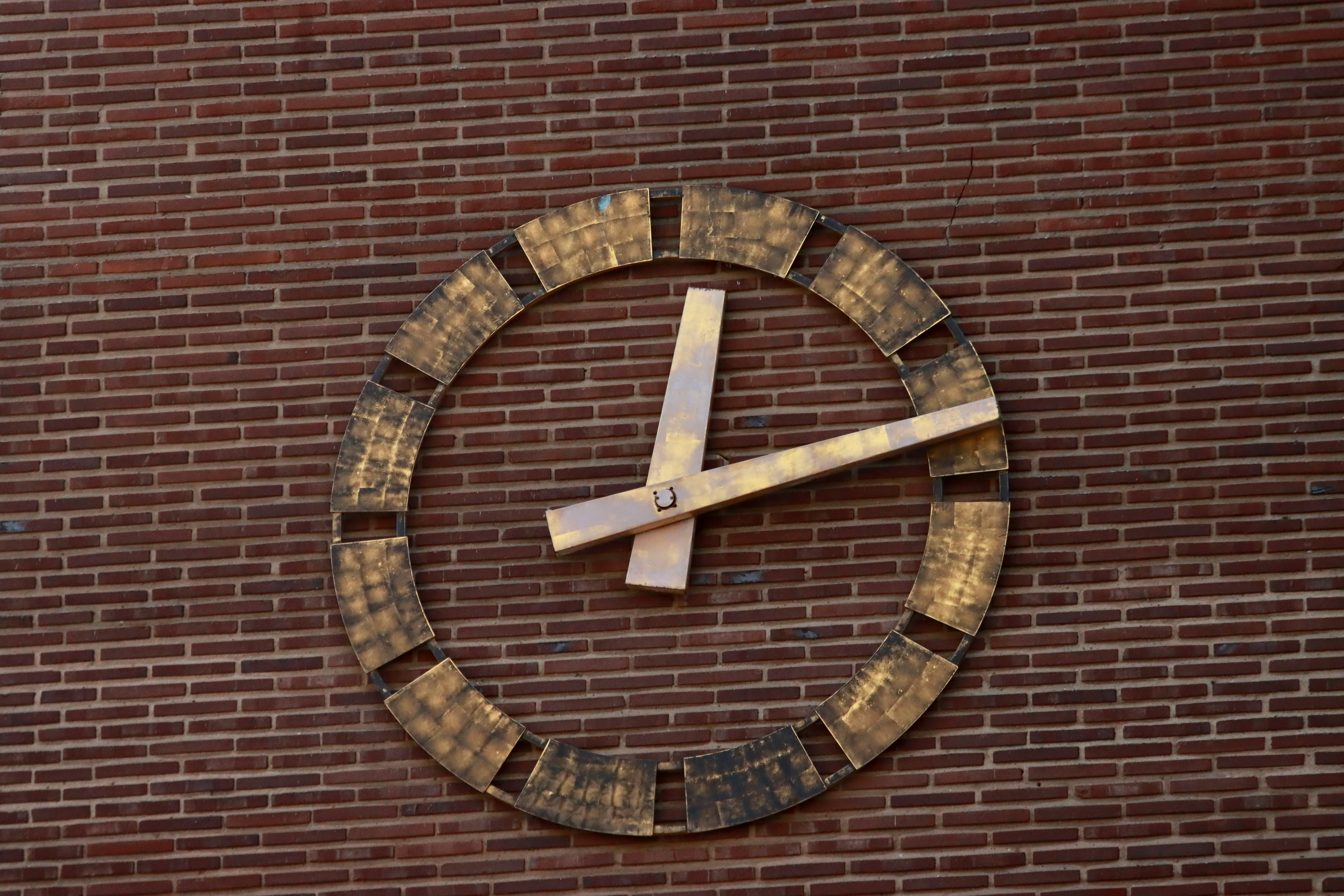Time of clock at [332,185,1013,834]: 12:12
